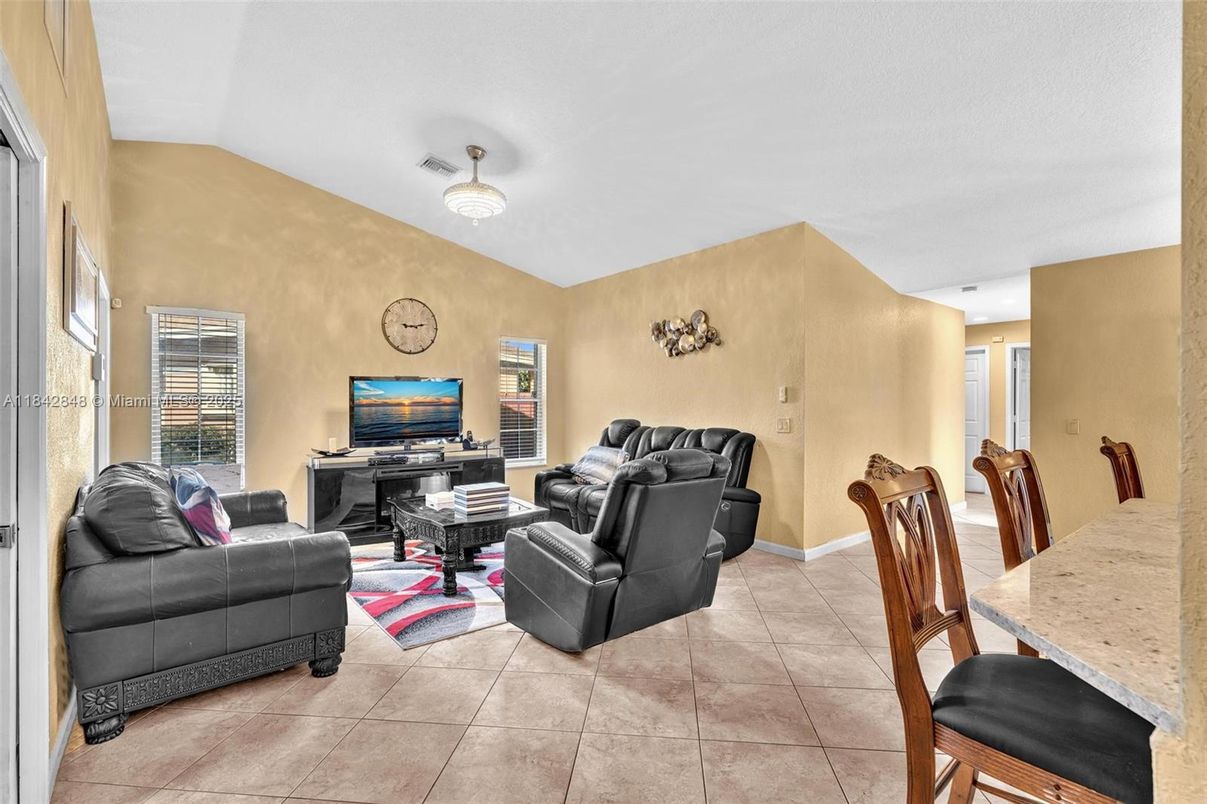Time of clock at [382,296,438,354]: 9:12
